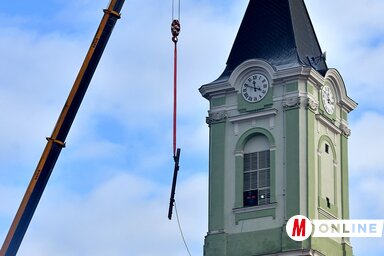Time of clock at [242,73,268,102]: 11:48
